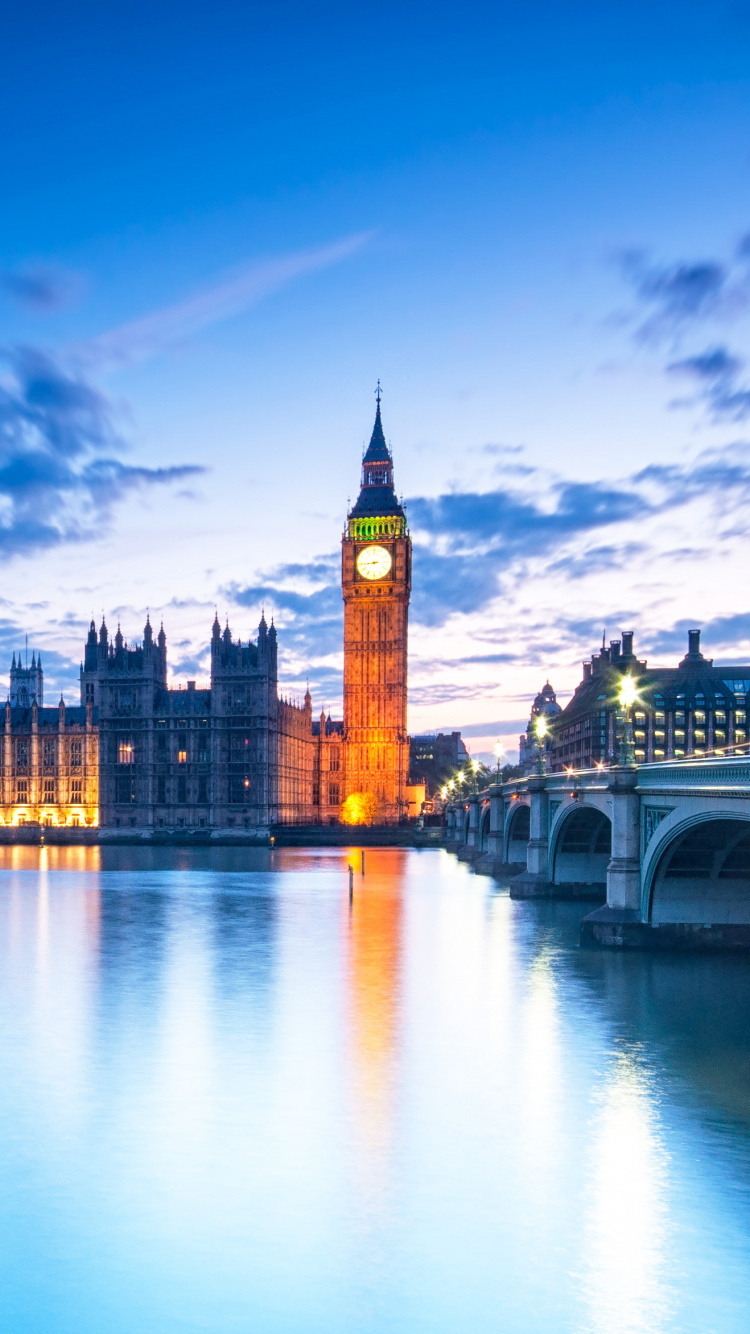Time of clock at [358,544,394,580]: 8:44
